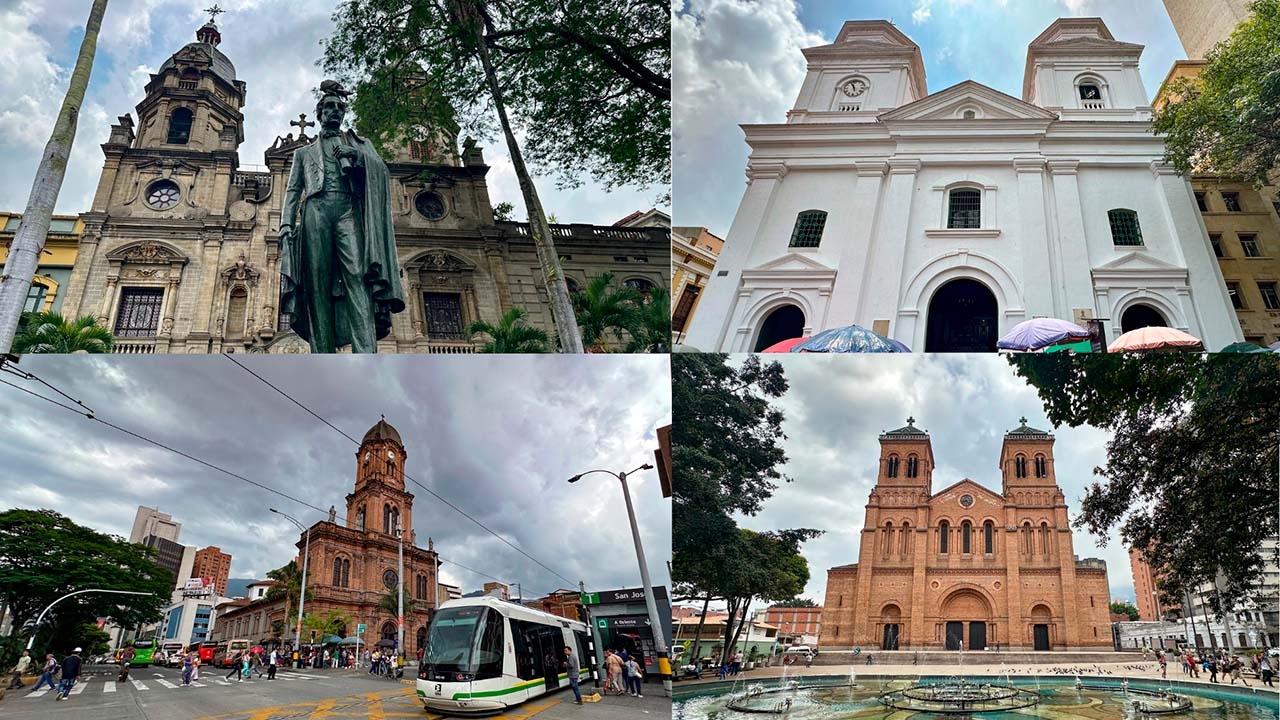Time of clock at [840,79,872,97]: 11:56
